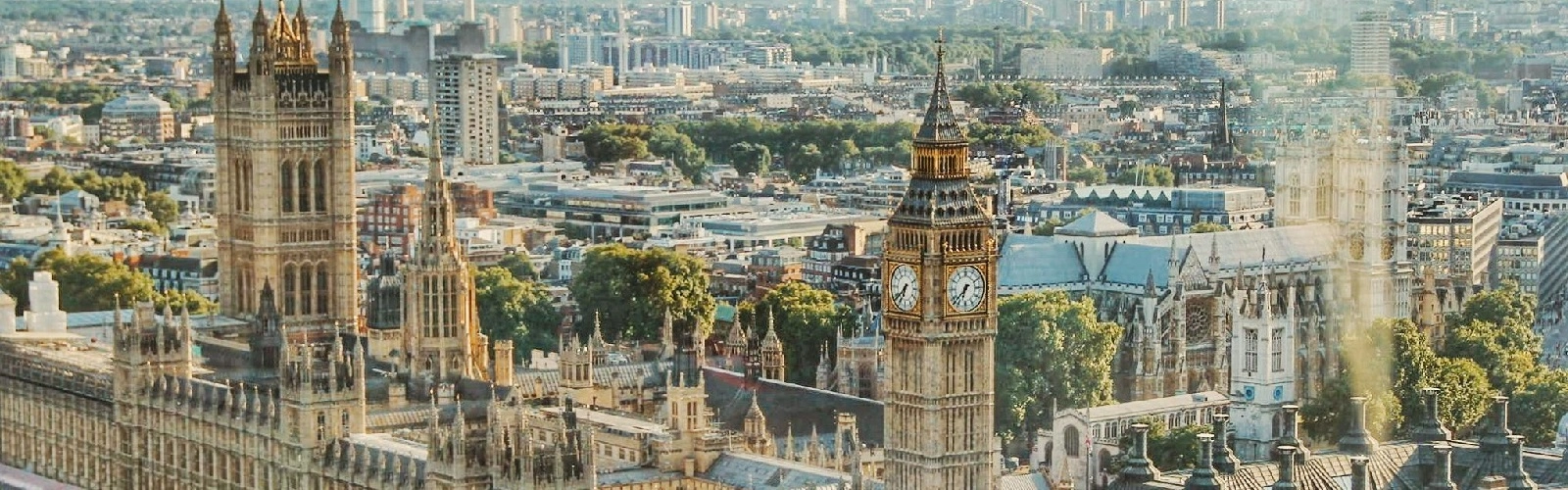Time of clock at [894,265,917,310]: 6:38
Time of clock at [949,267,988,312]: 6:37
